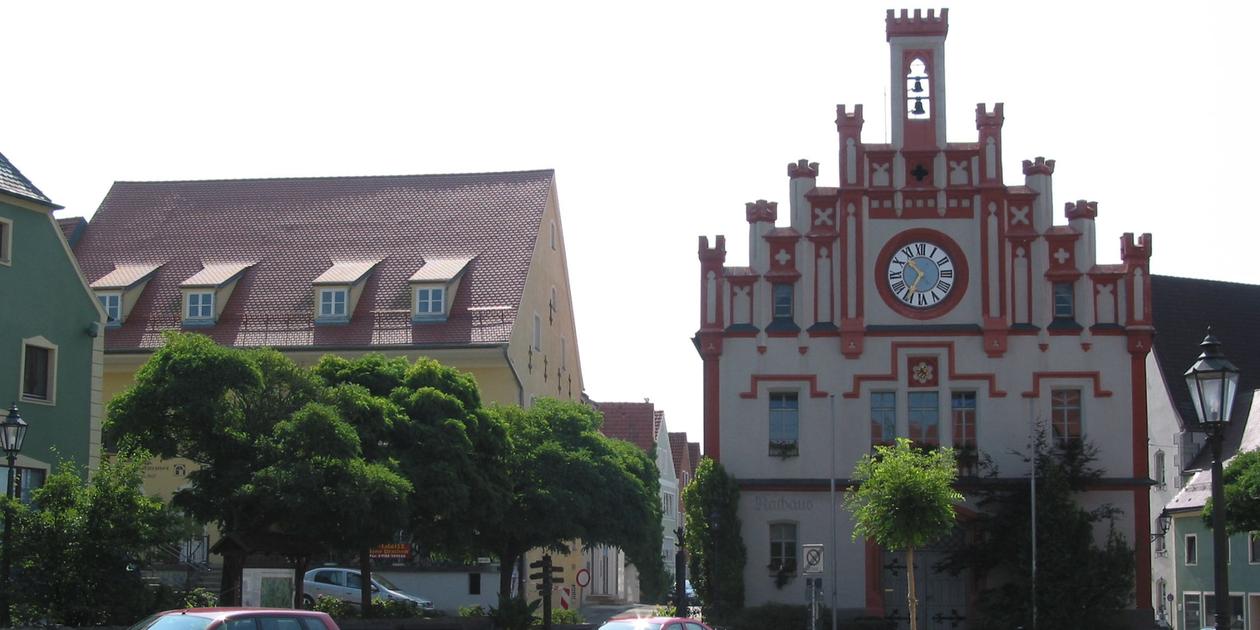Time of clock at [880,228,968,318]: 10:35
